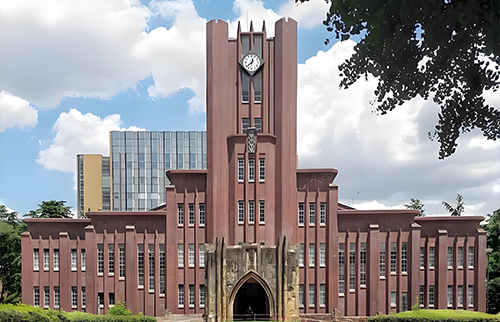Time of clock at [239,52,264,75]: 12:38
